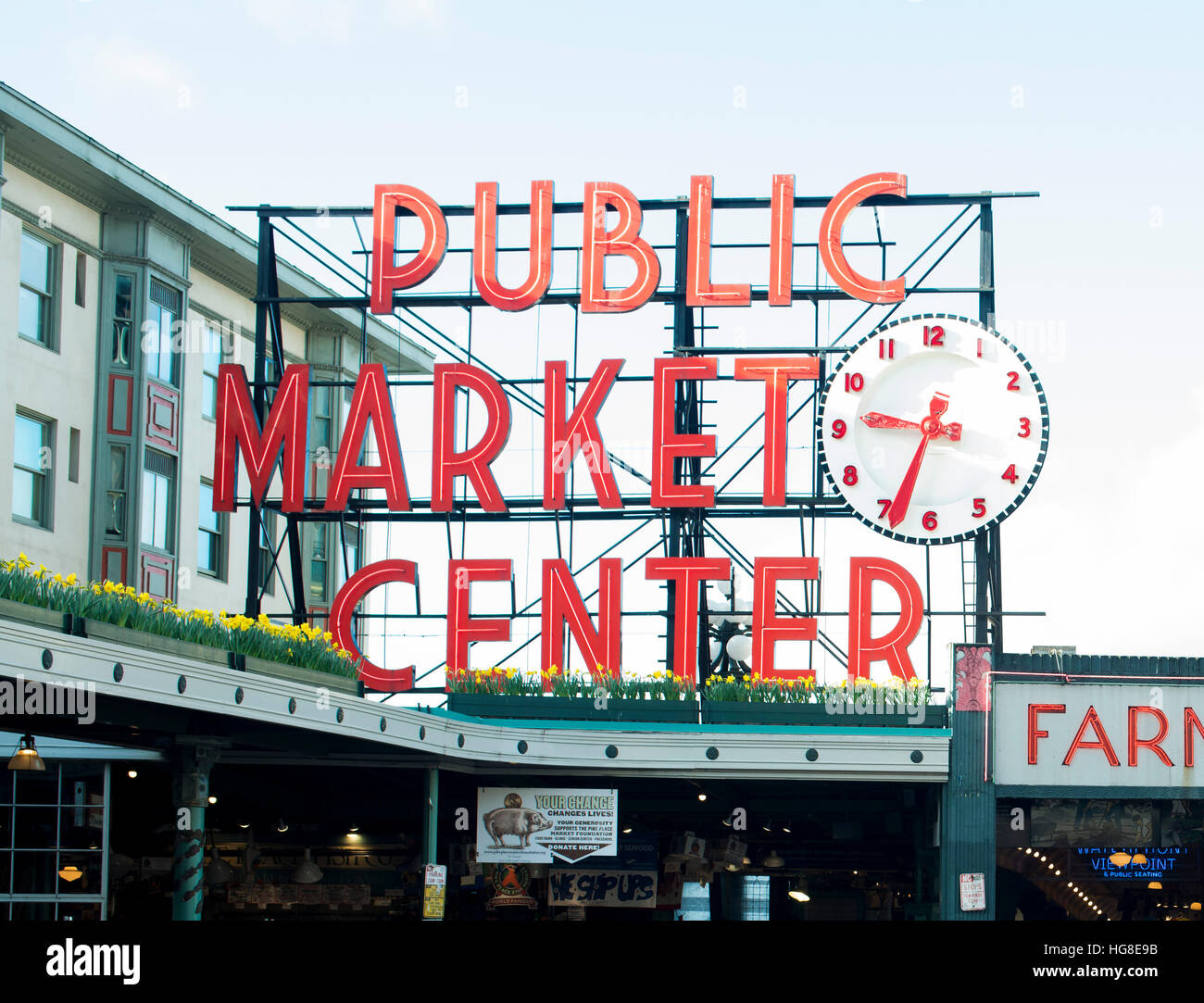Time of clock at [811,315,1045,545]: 9:33
